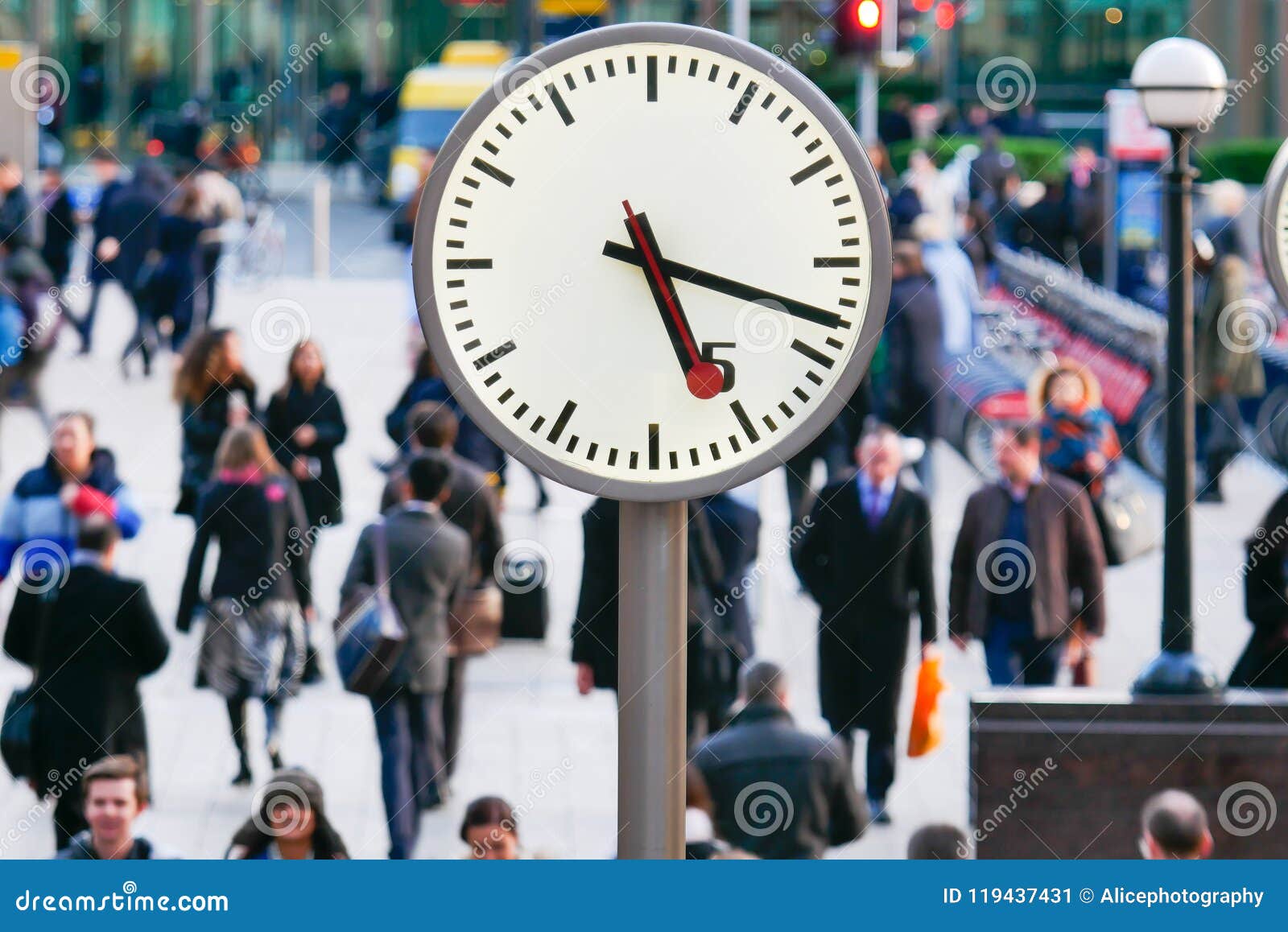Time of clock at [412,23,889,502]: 5:18
